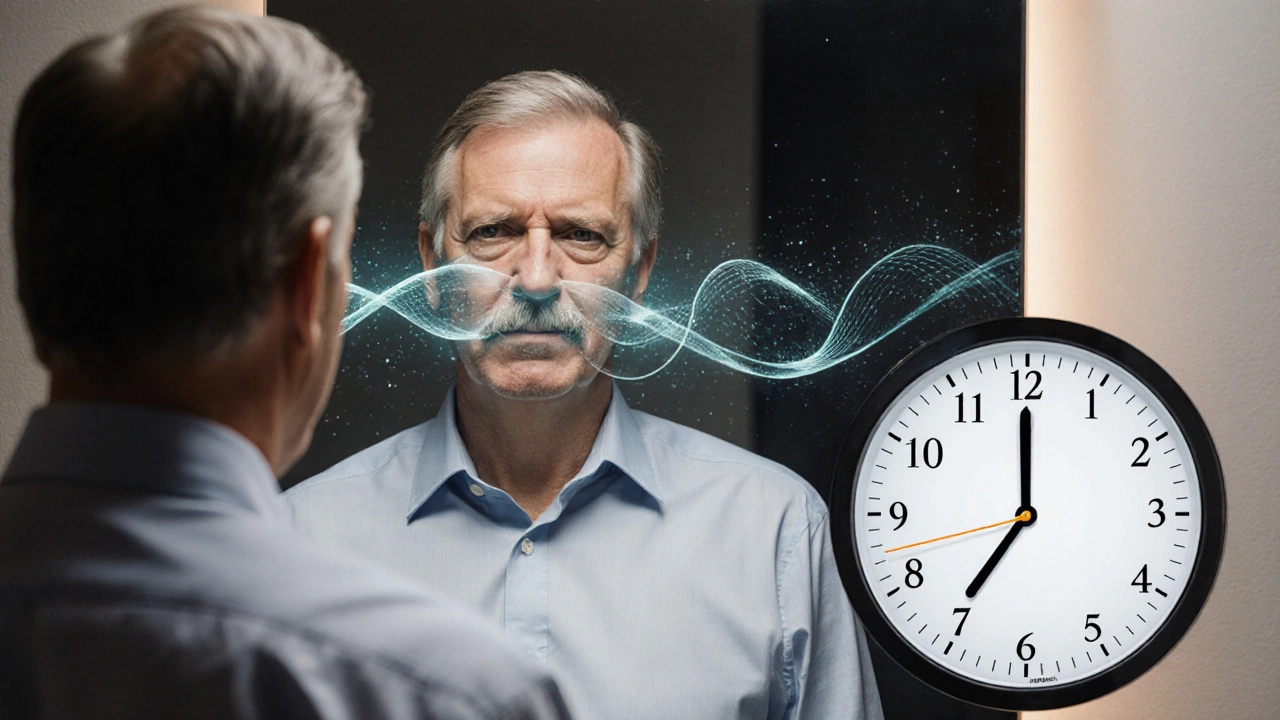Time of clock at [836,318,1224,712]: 6:59
